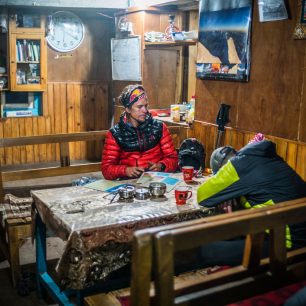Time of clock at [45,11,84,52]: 6:20
